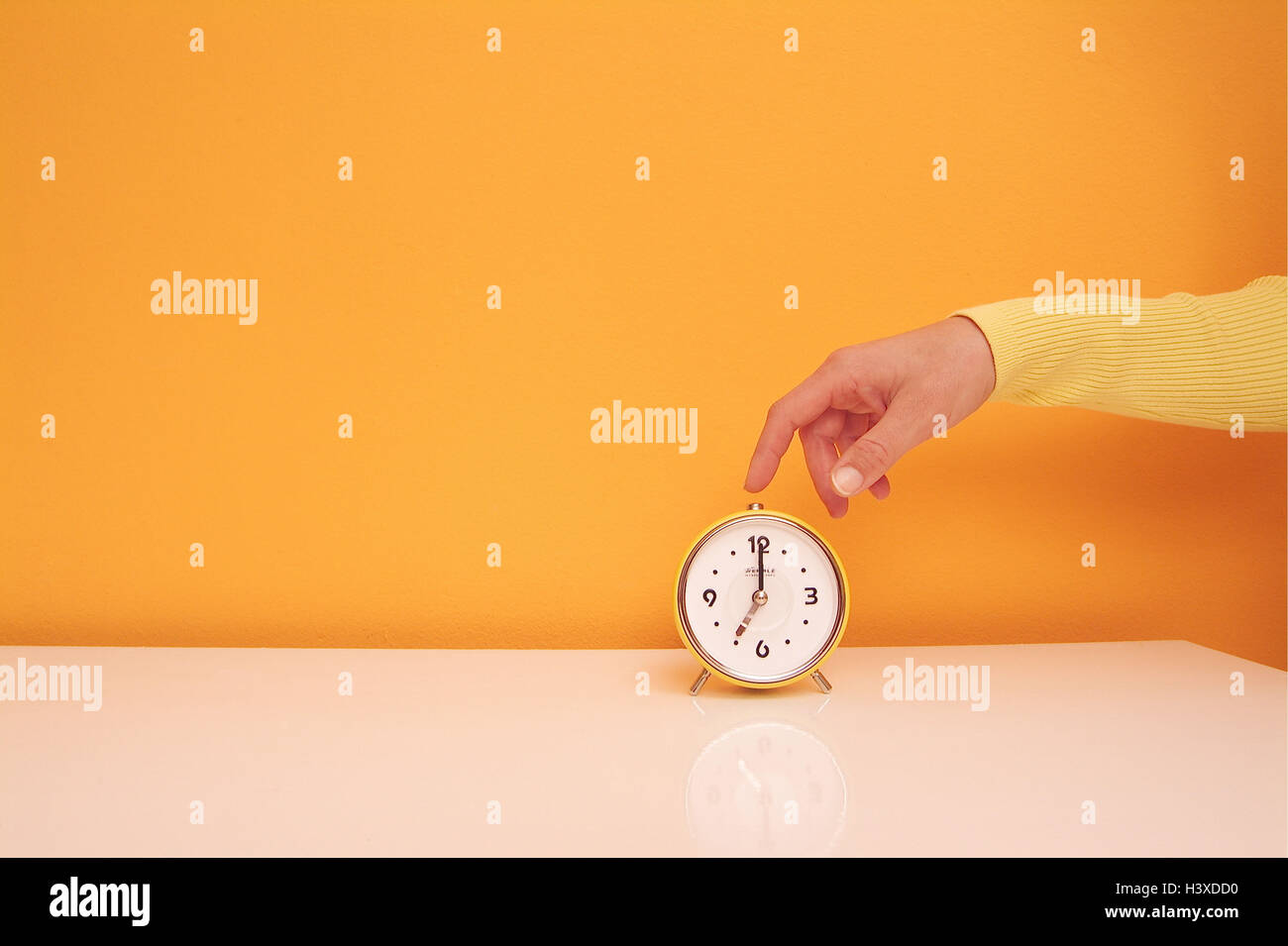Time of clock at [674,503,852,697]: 7:00
